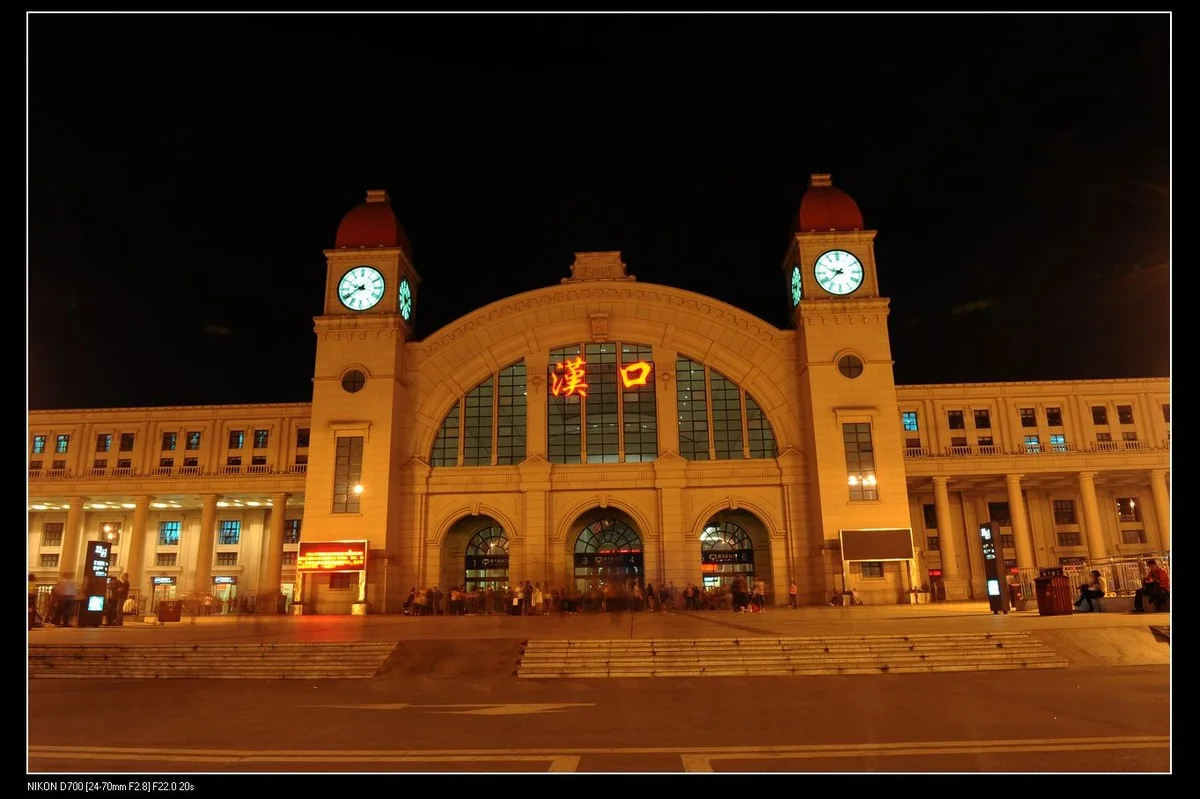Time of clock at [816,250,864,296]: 9:38
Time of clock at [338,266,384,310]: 9:39
